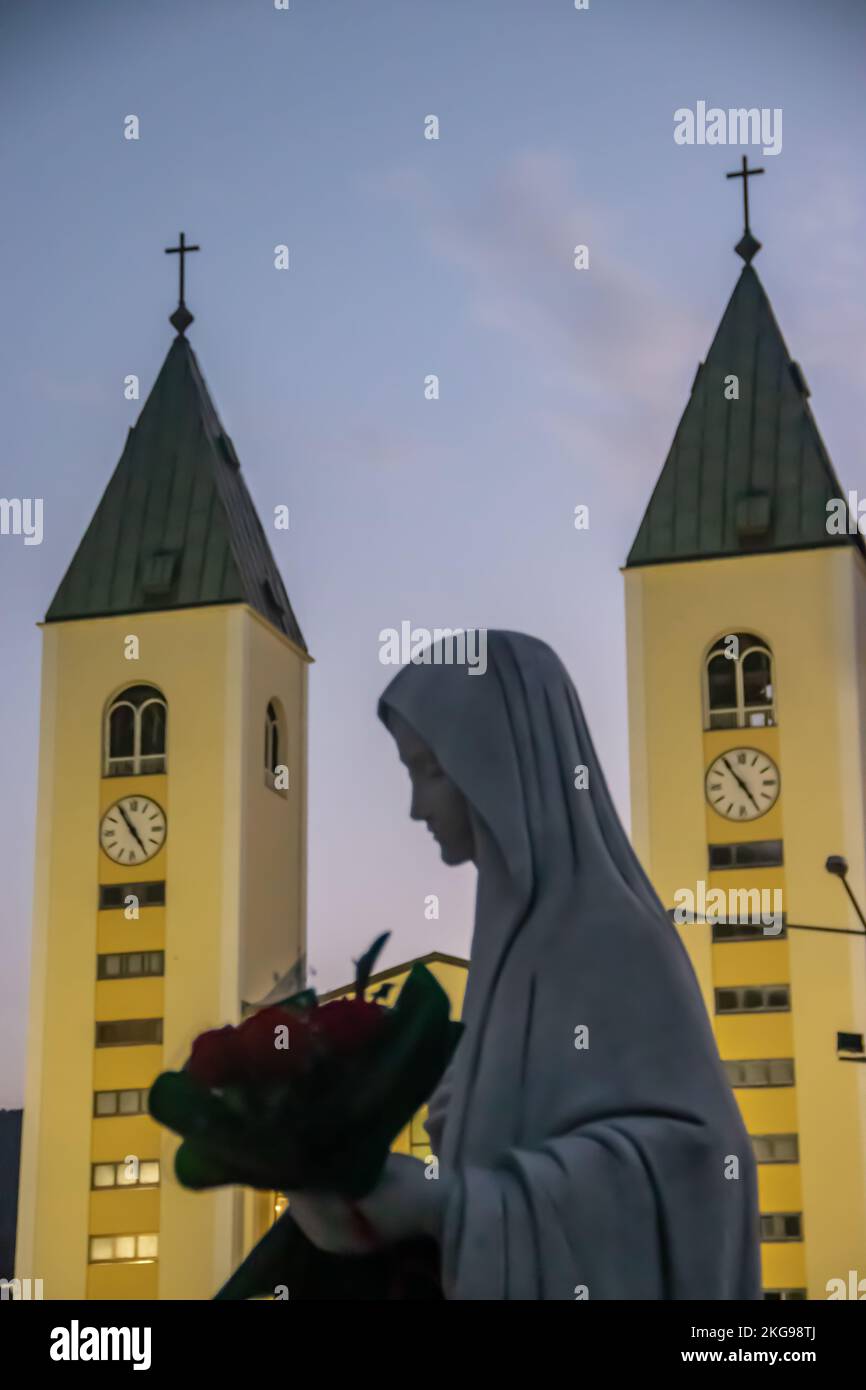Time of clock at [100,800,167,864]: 4:54
